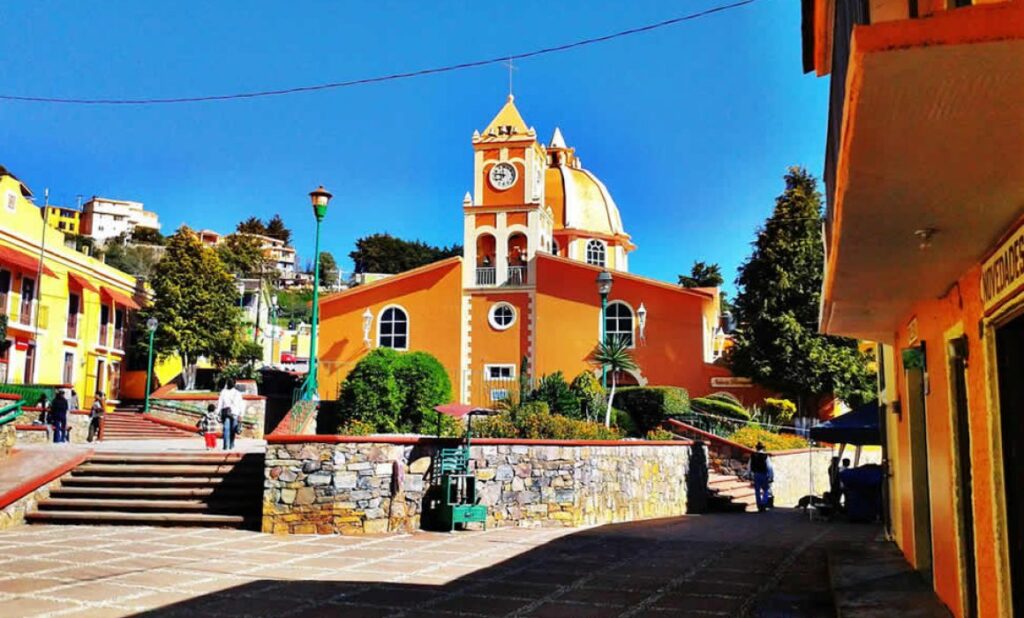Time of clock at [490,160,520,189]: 6:46
